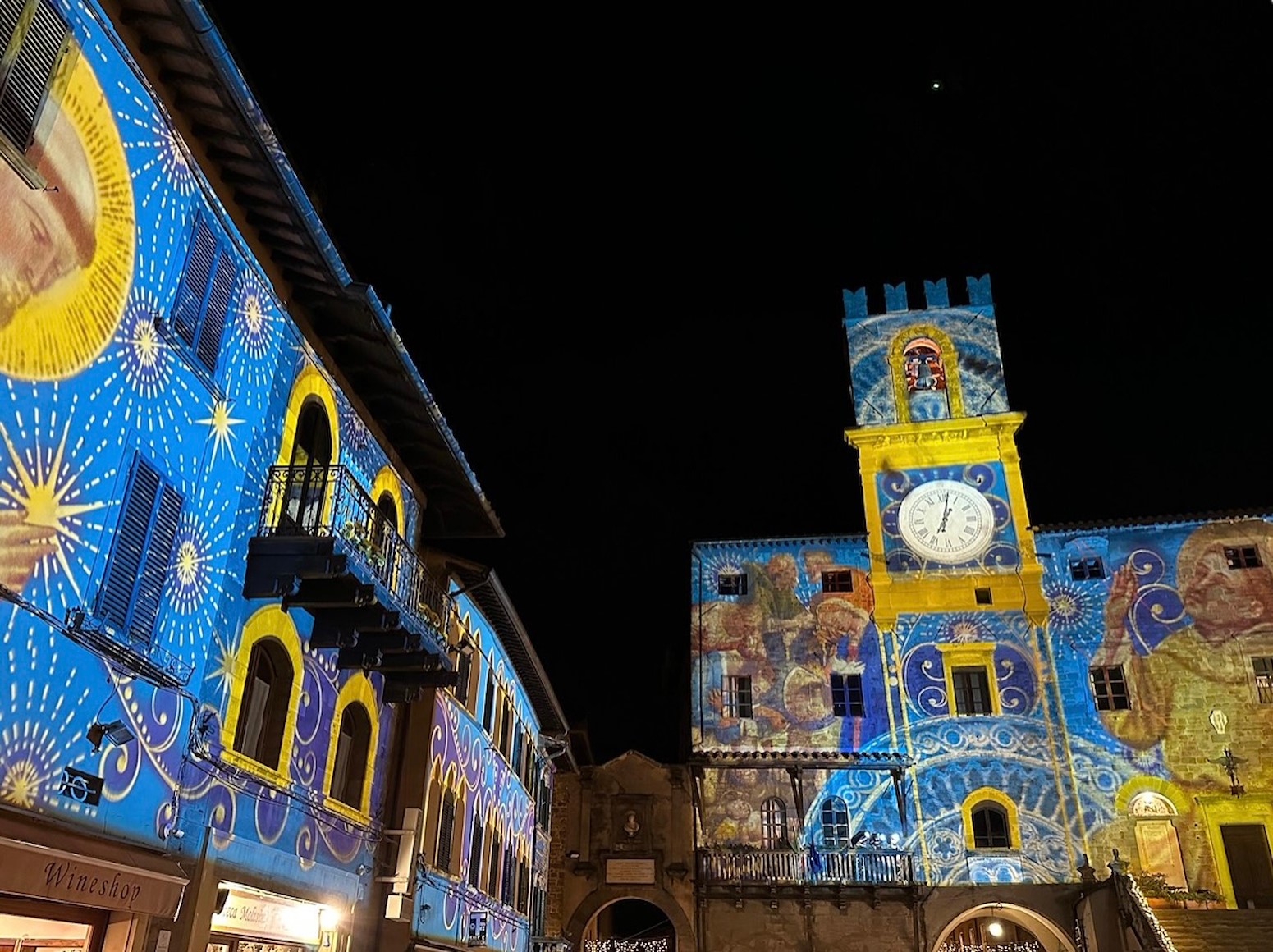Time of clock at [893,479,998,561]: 7:01
